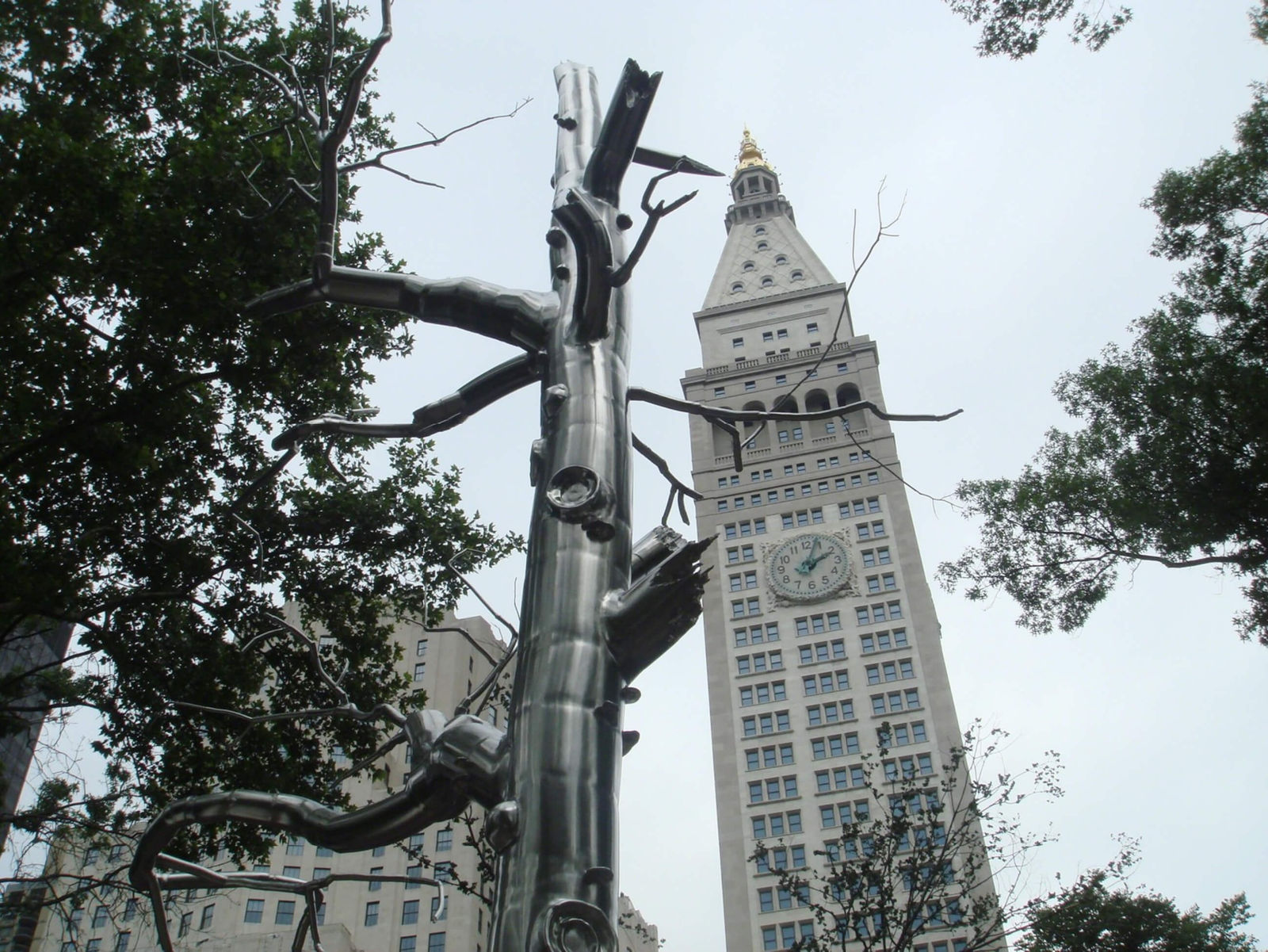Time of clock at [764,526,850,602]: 2:03
